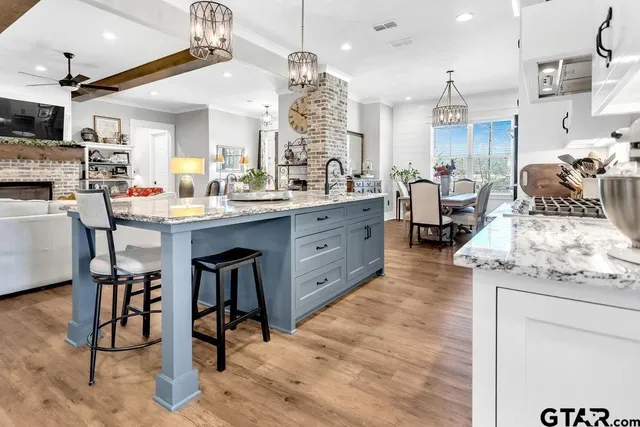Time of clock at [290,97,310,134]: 2:50
